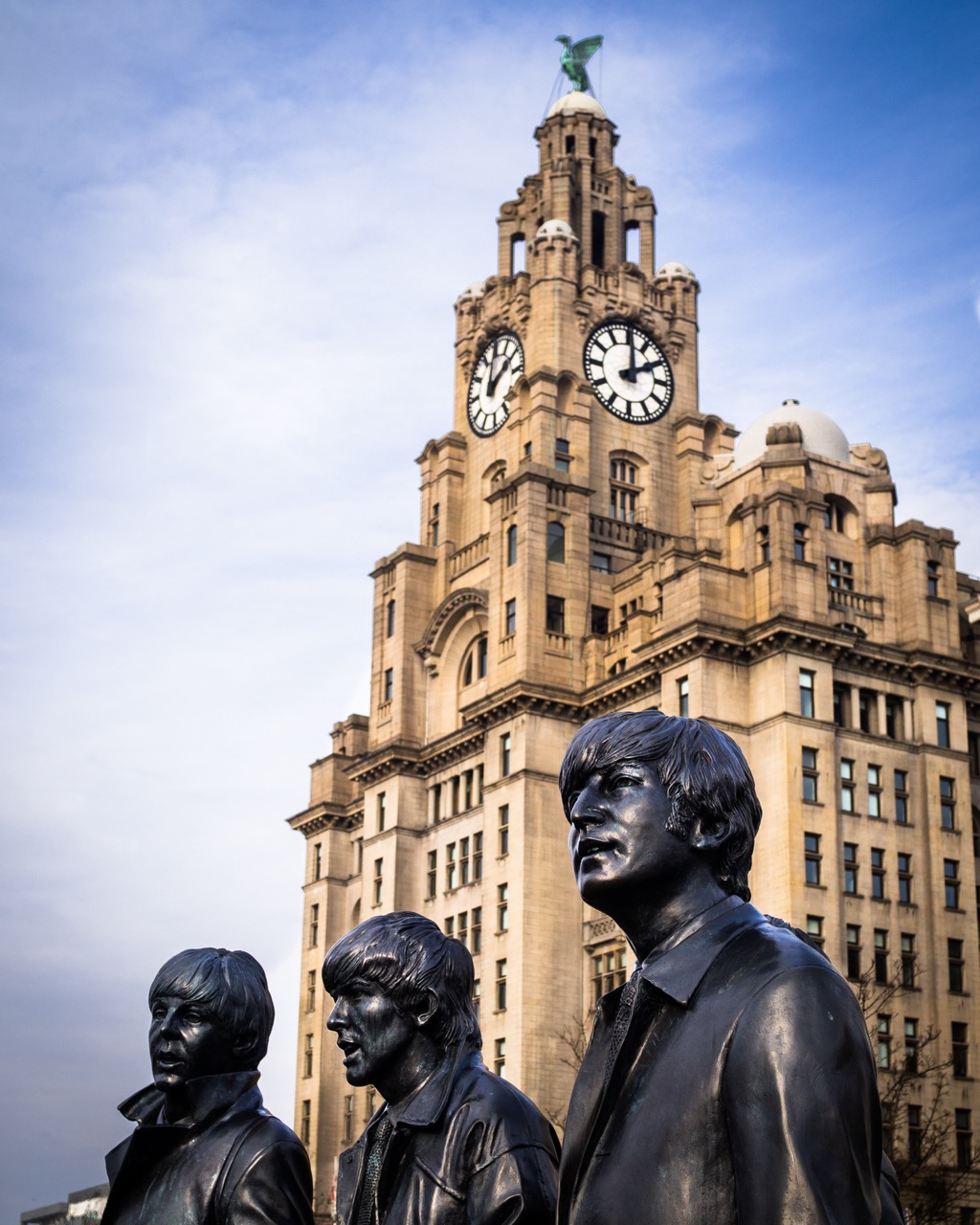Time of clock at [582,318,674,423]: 2:00
